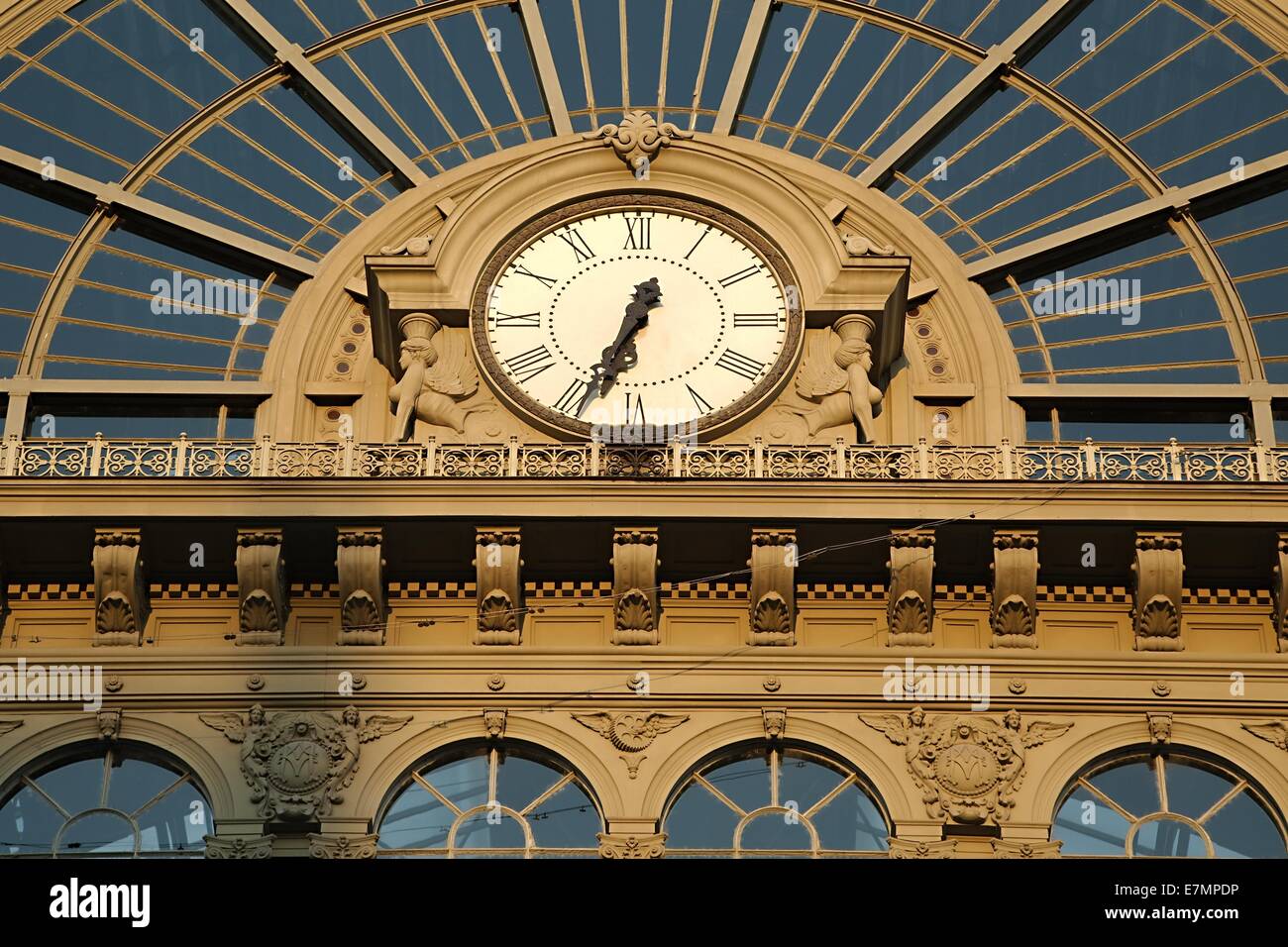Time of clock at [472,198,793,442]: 12:33
